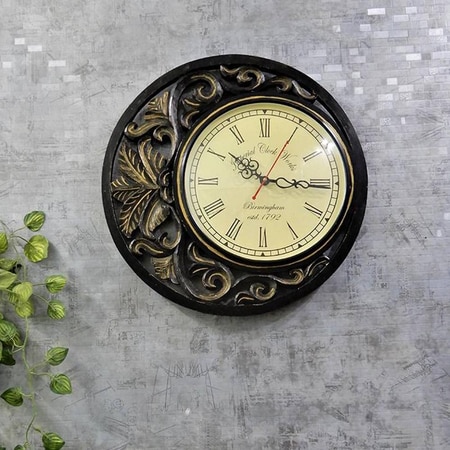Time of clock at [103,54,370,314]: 10:15
